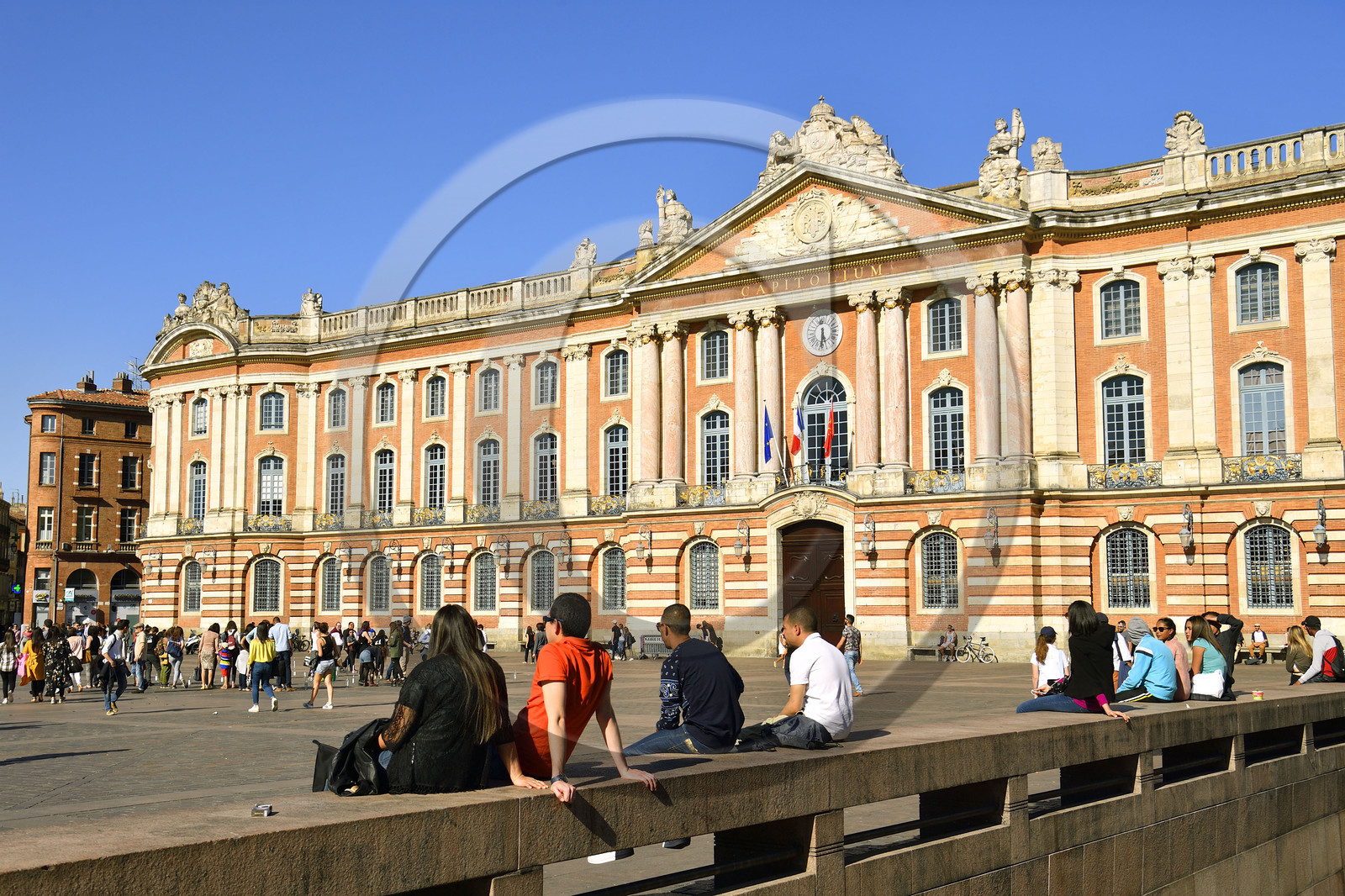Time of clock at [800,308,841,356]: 5:30
